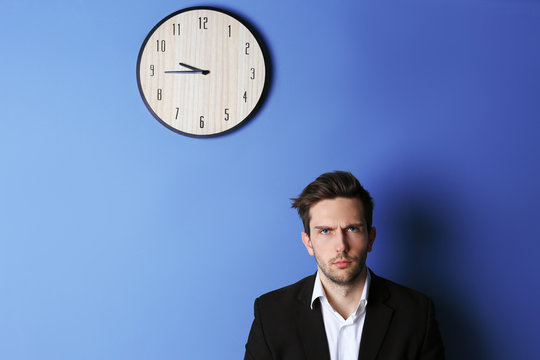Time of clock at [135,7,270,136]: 9:44
